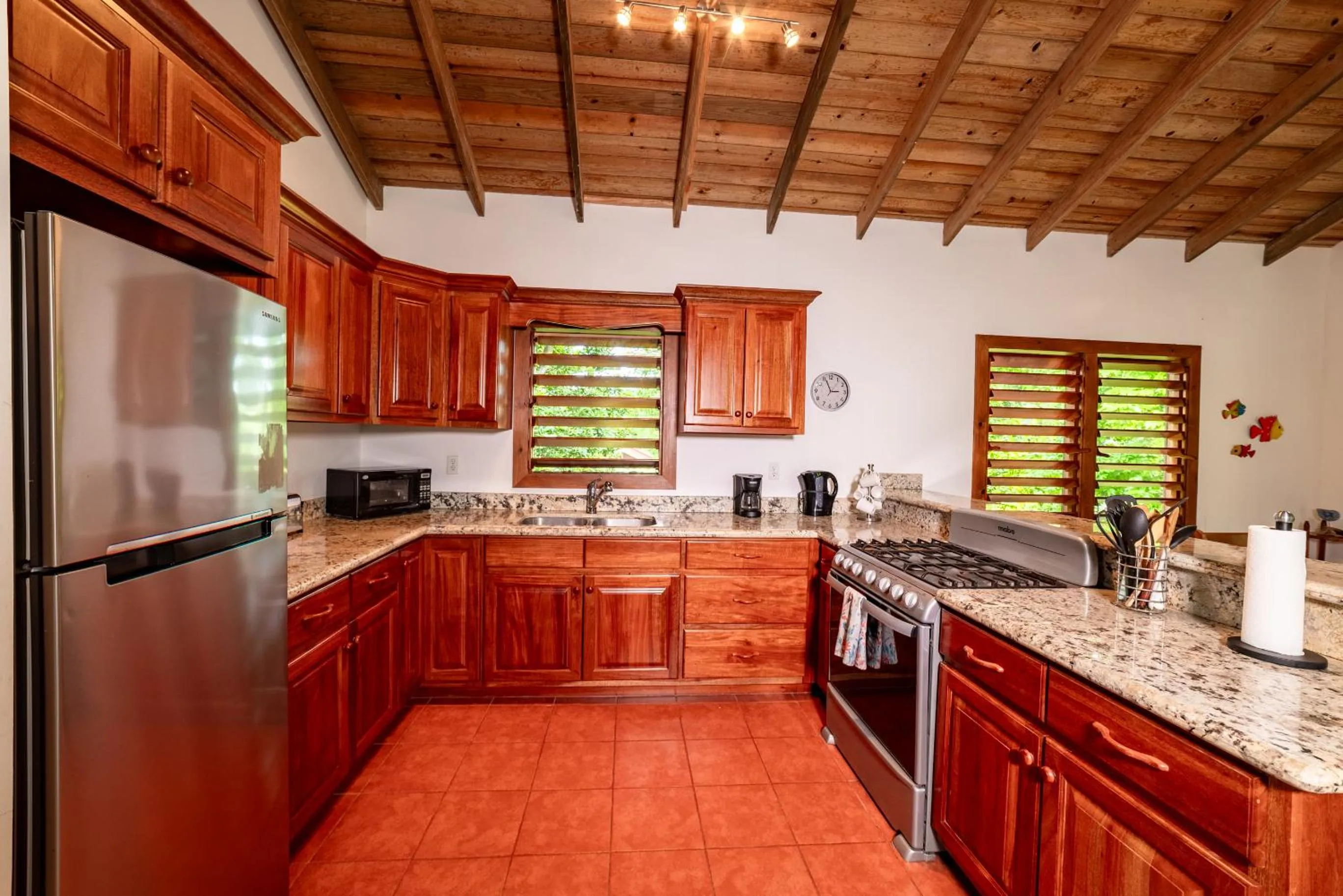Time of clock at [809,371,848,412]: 2:56
